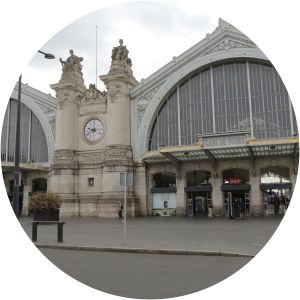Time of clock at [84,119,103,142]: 9:40
